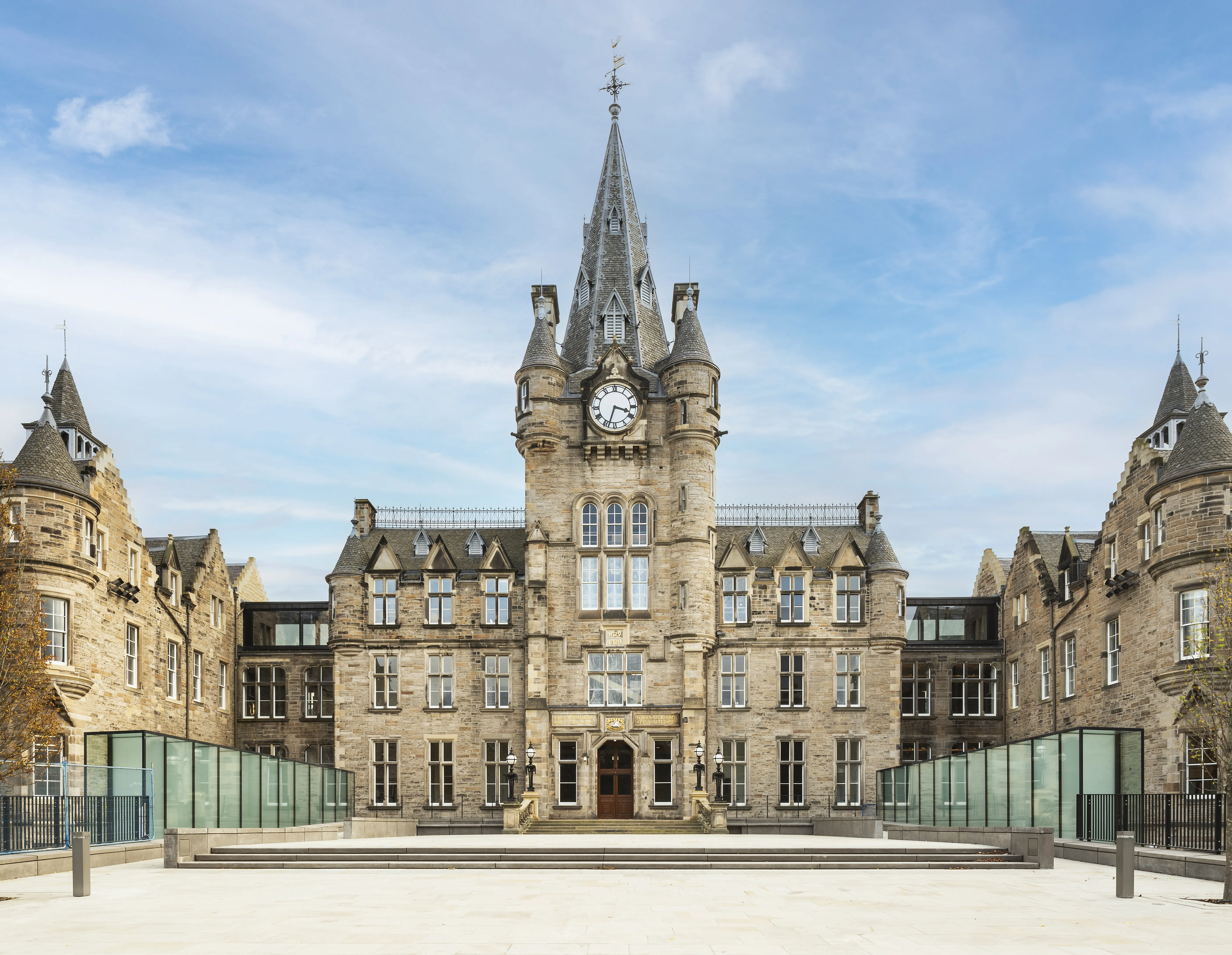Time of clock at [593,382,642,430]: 3:33
